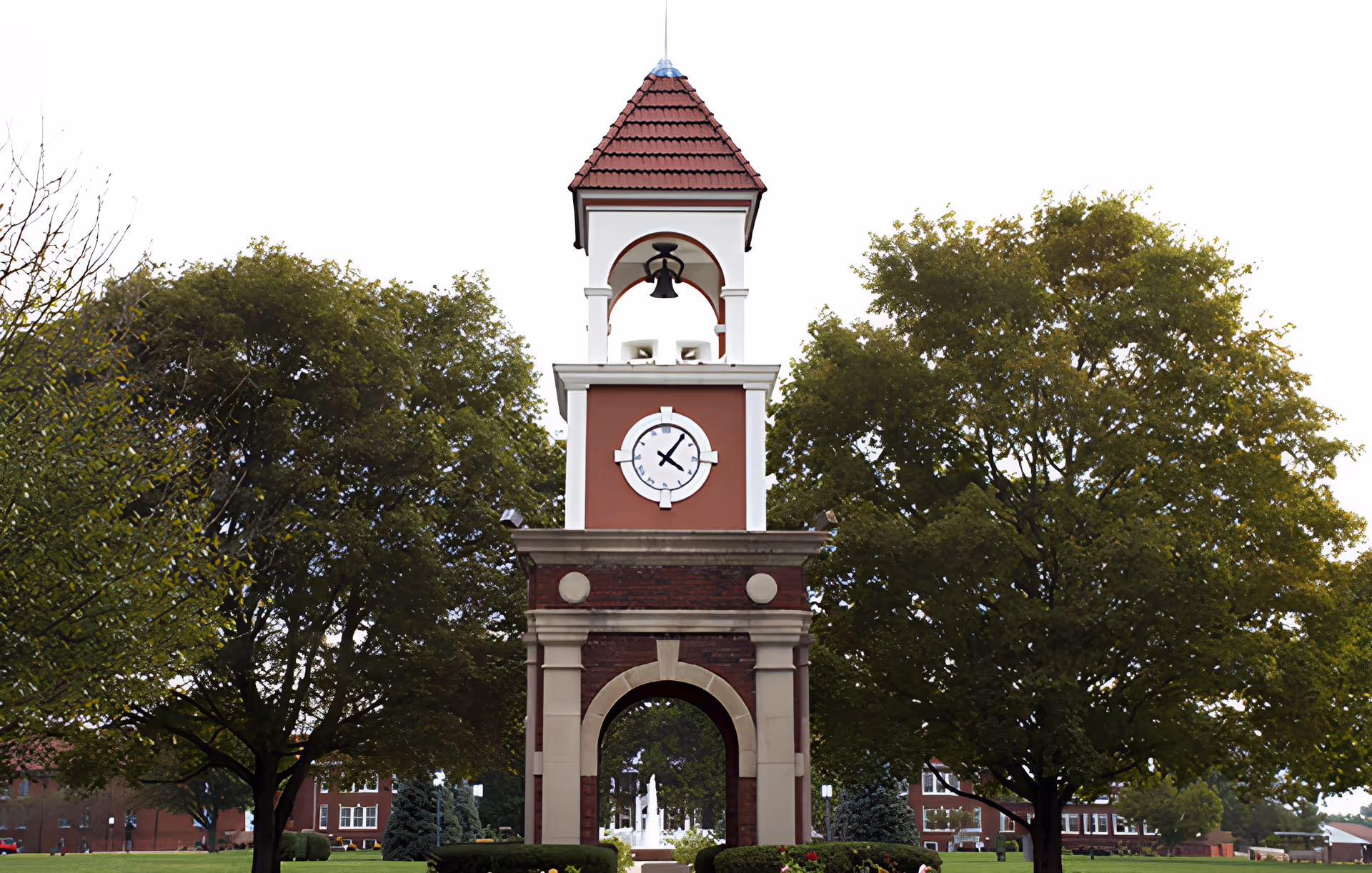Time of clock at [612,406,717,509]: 4:06
